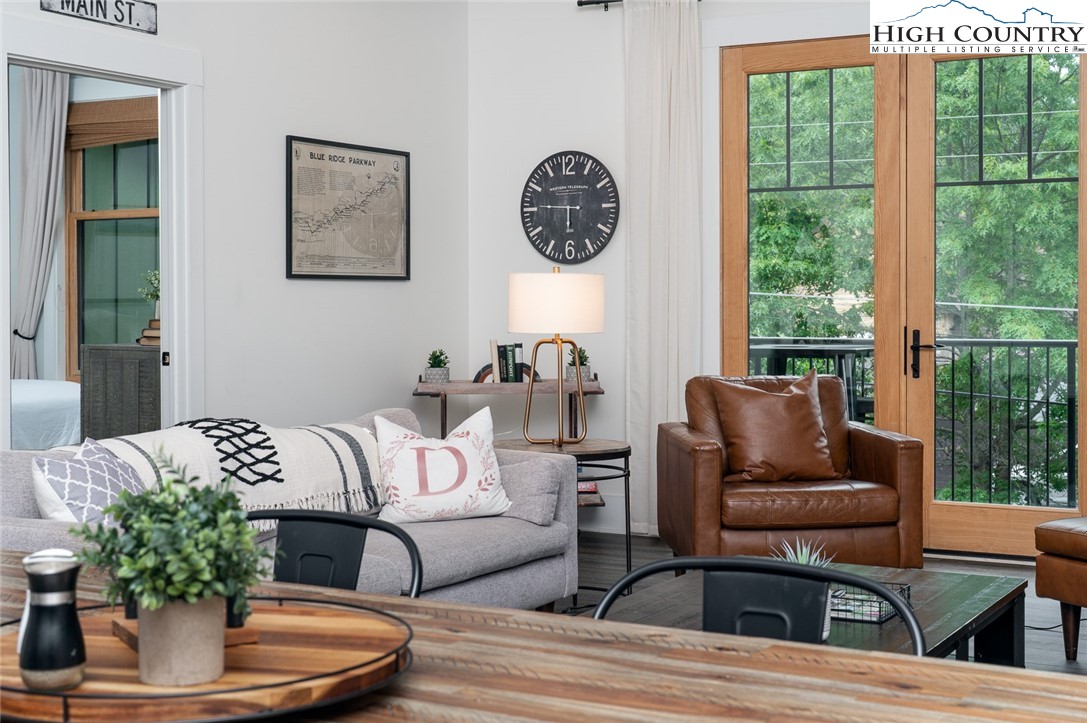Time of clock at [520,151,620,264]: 5:45
